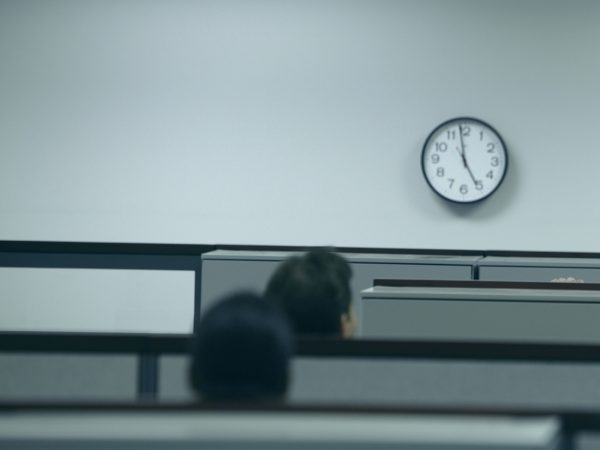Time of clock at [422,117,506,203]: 4:58
